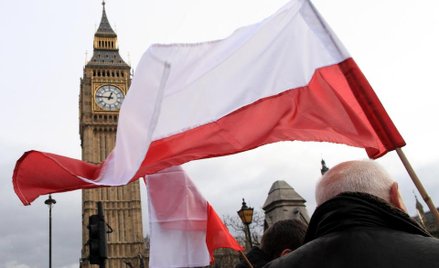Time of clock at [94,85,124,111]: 12:46
